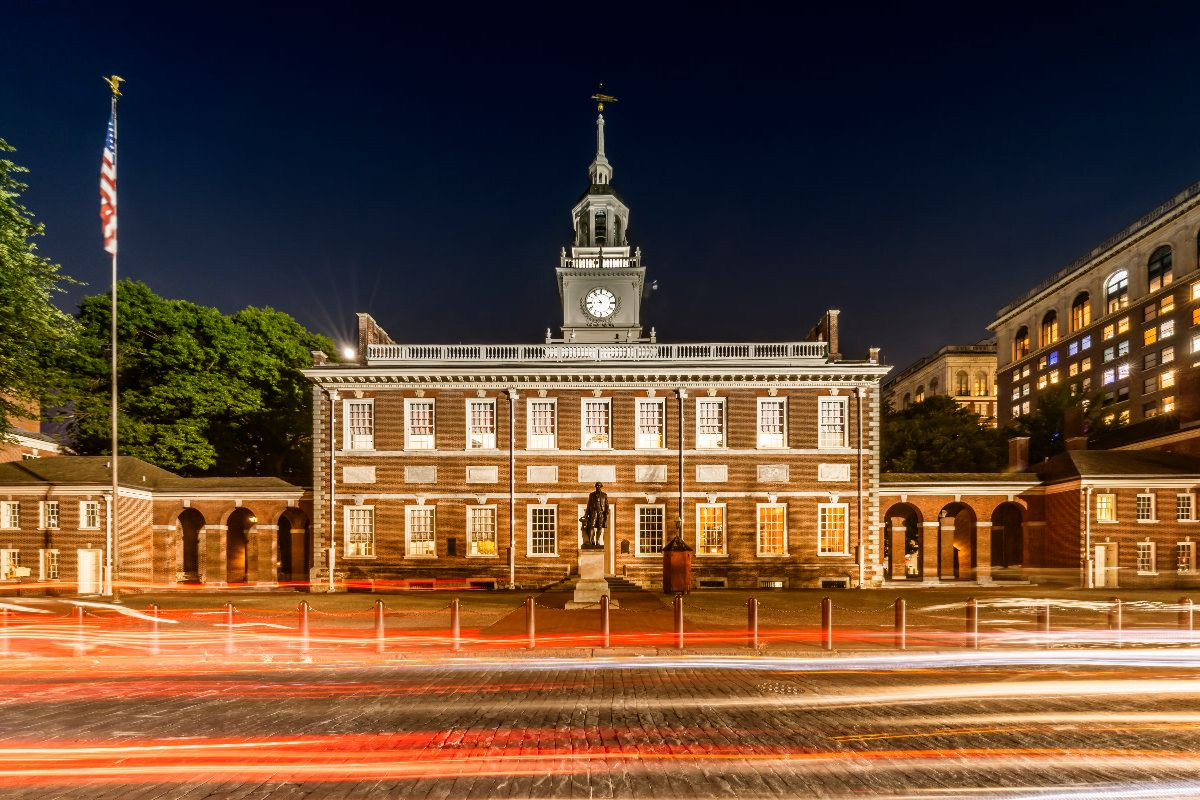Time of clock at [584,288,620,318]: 8:53
